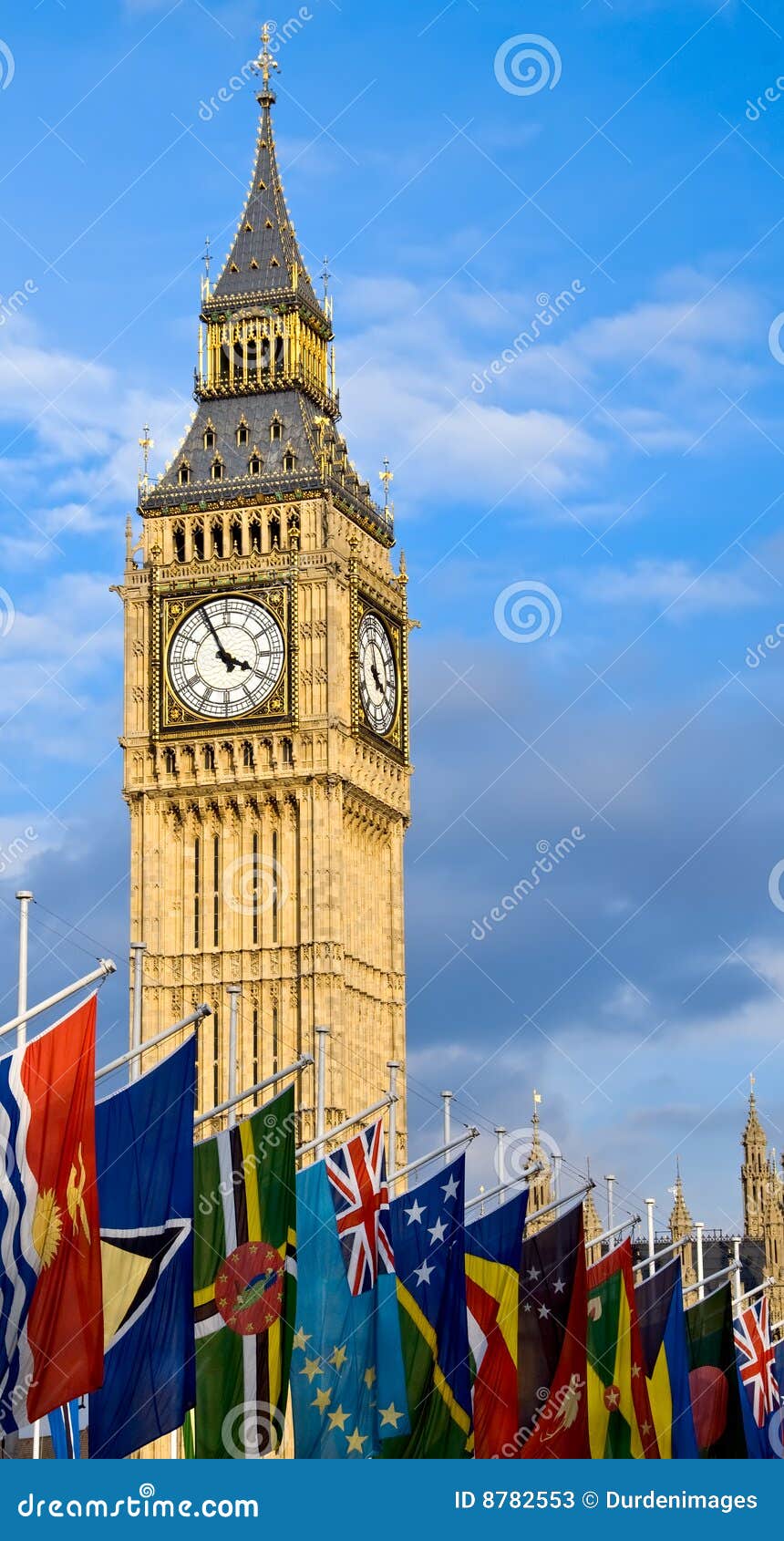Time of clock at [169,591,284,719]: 3:55
